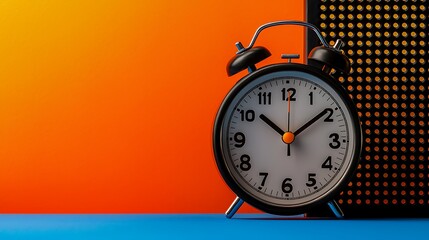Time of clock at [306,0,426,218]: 10:09
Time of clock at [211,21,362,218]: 10:09
